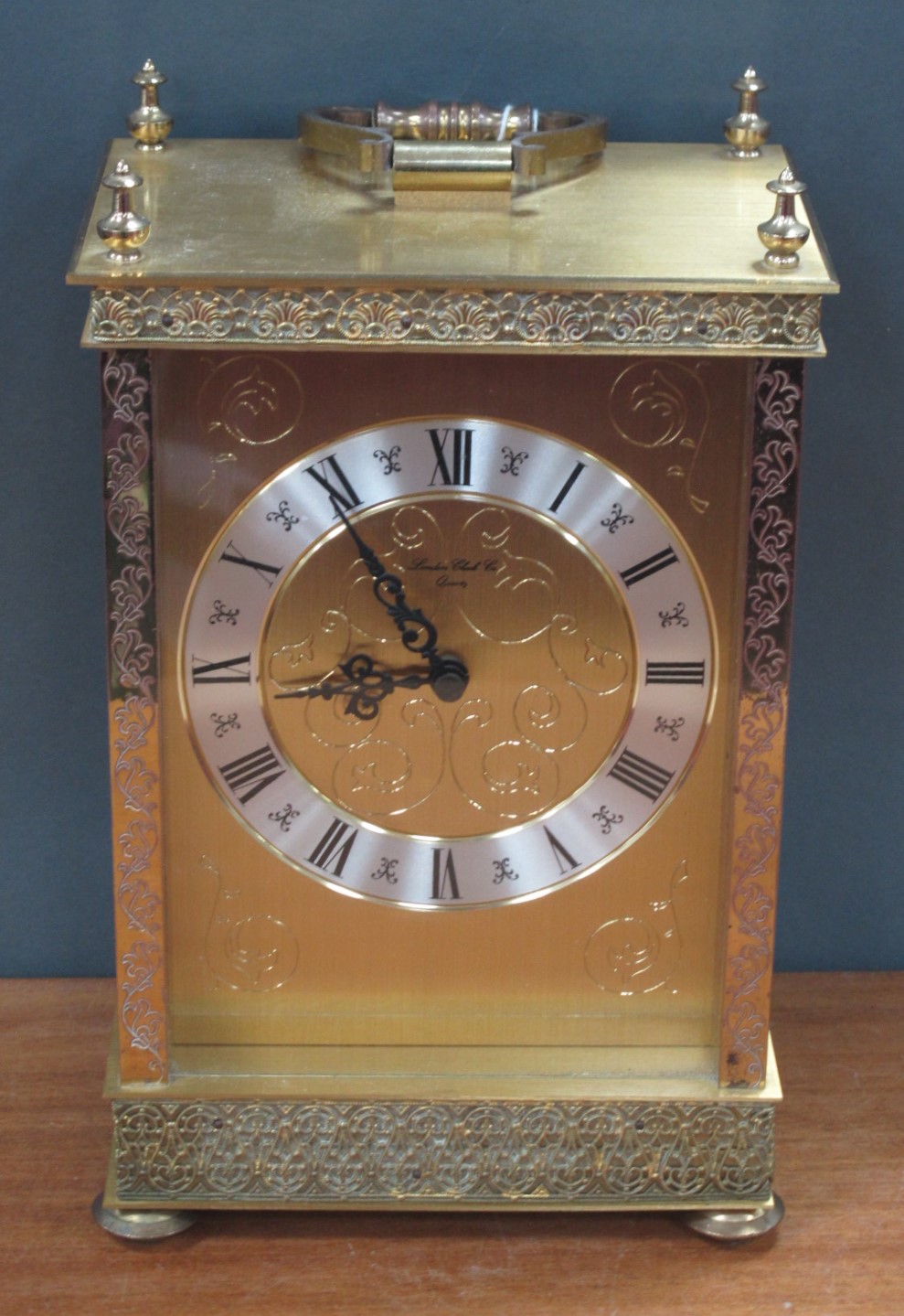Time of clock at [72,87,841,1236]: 8:54
